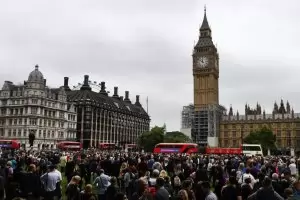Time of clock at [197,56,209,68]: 11:51
